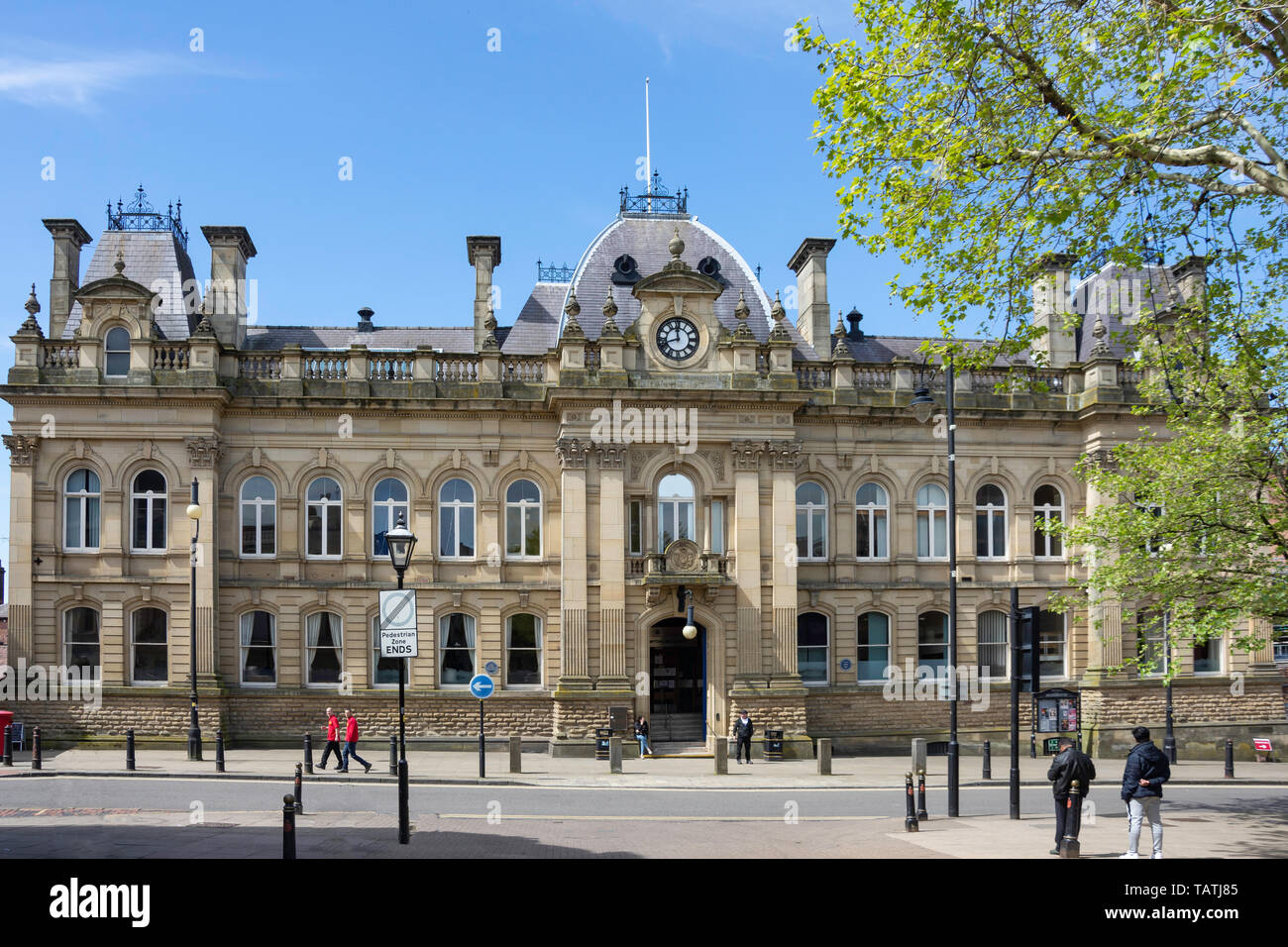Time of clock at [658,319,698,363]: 11:42
